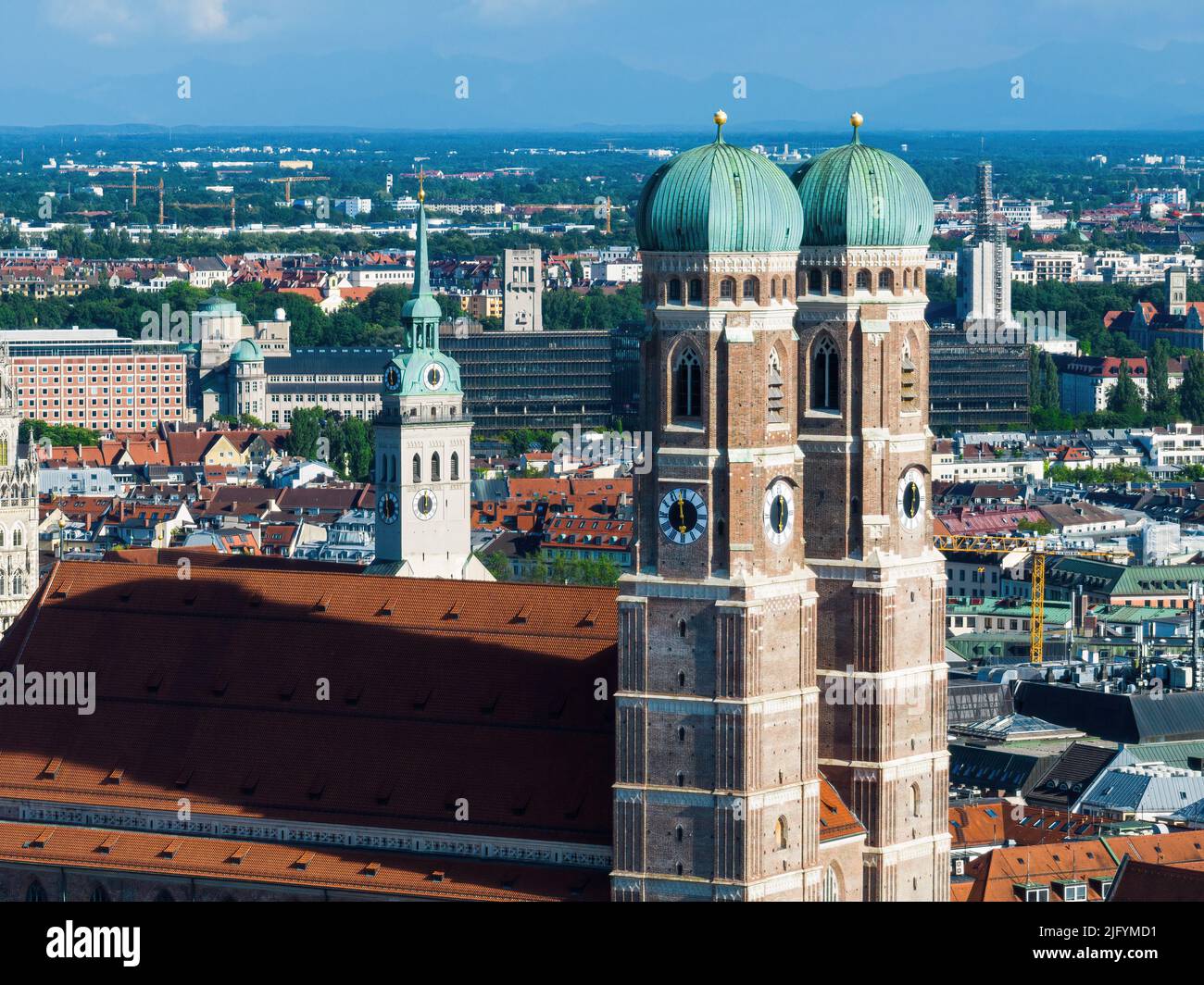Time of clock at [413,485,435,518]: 12:00
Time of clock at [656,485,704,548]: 11:58
